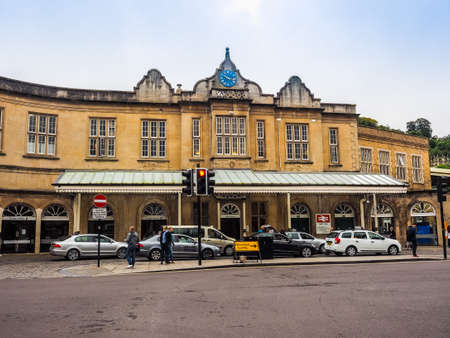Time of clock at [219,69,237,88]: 2:48
